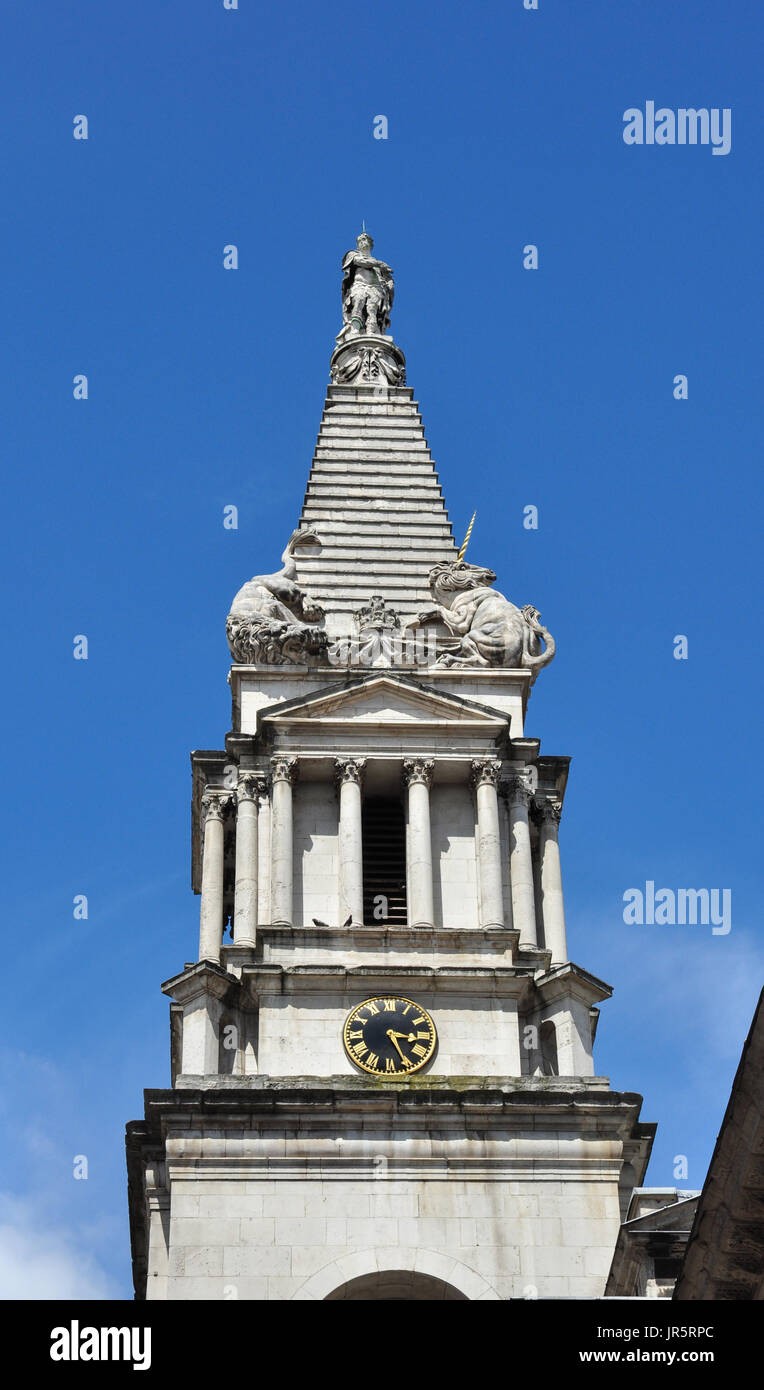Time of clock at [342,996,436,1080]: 3:25
